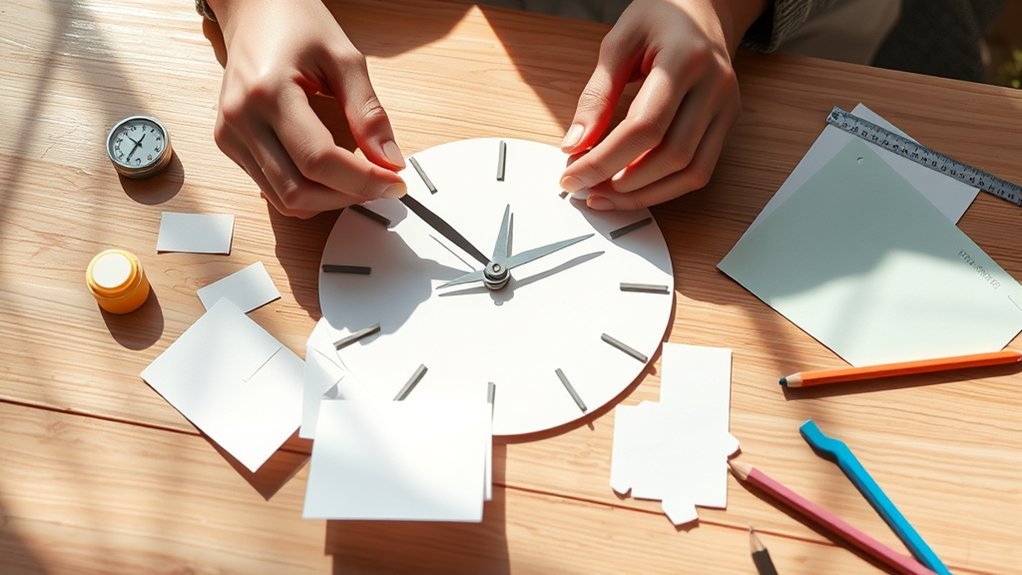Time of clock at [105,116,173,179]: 1:36
